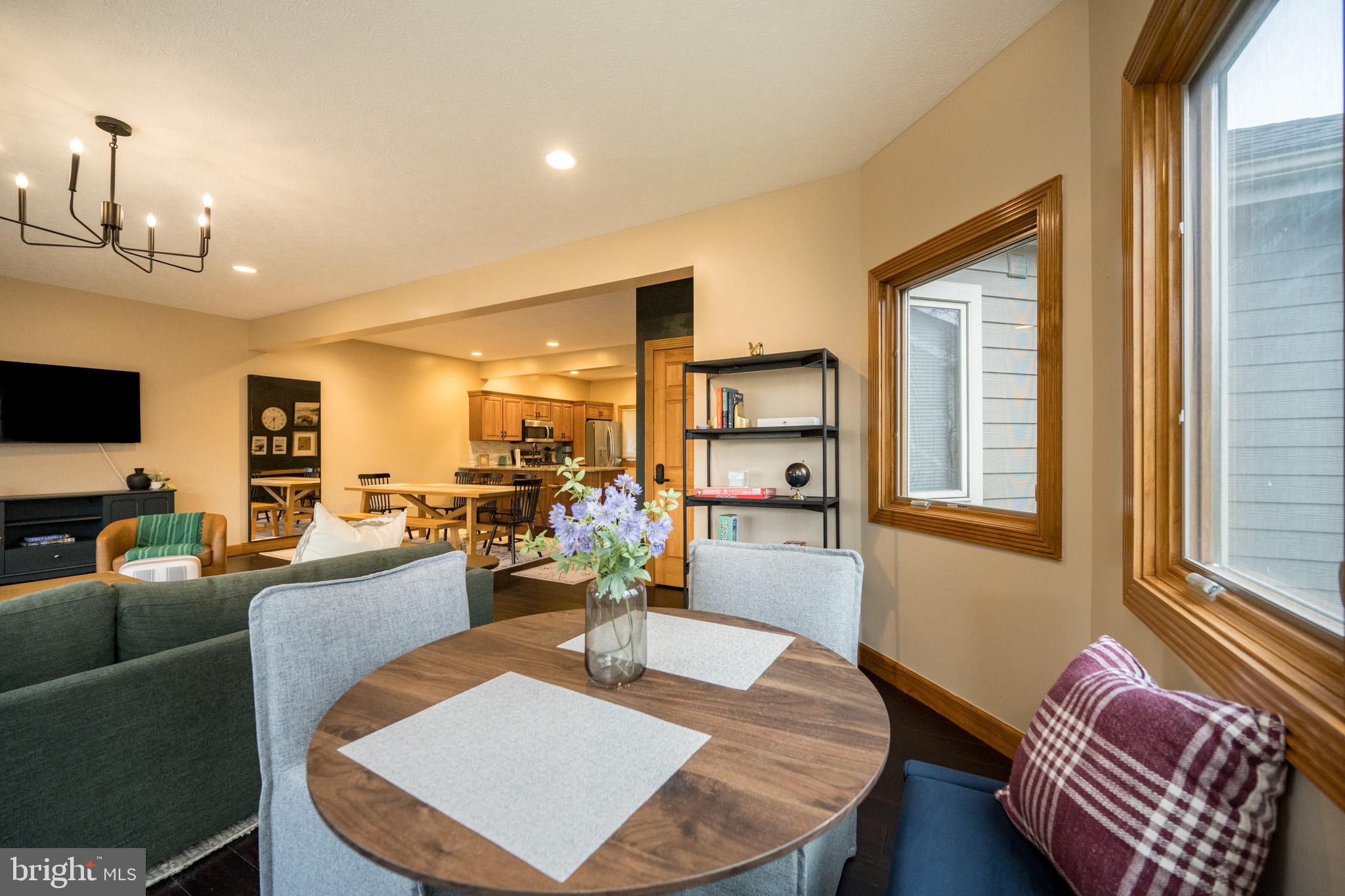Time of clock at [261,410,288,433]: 7:29
